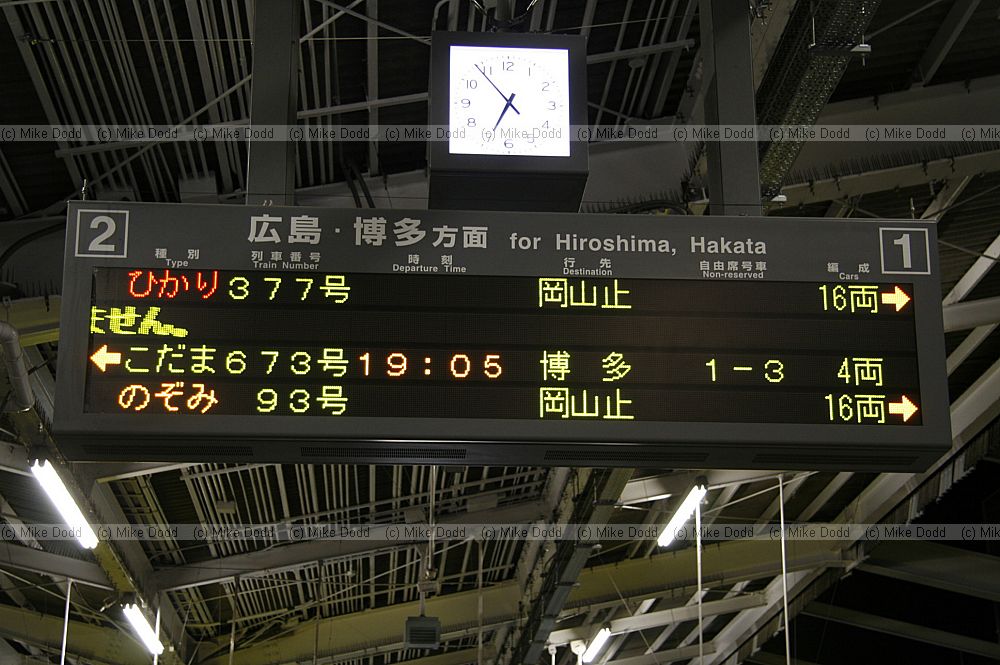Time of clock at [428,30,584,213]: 6:53
